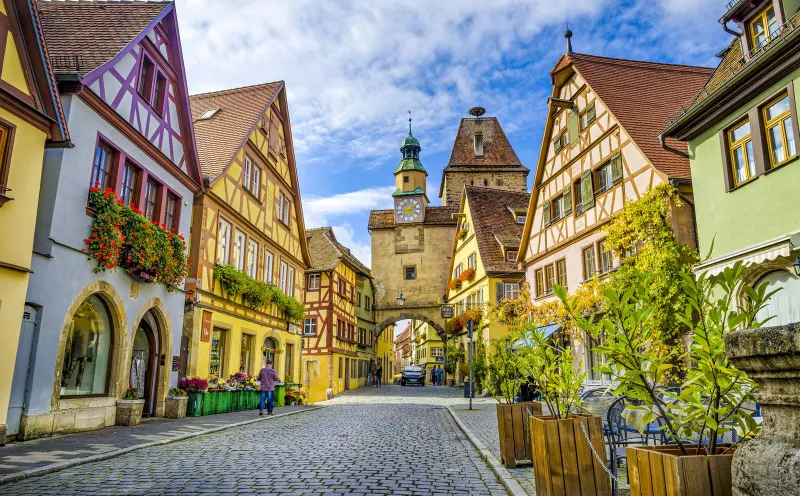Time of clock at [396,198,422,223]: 2:23
